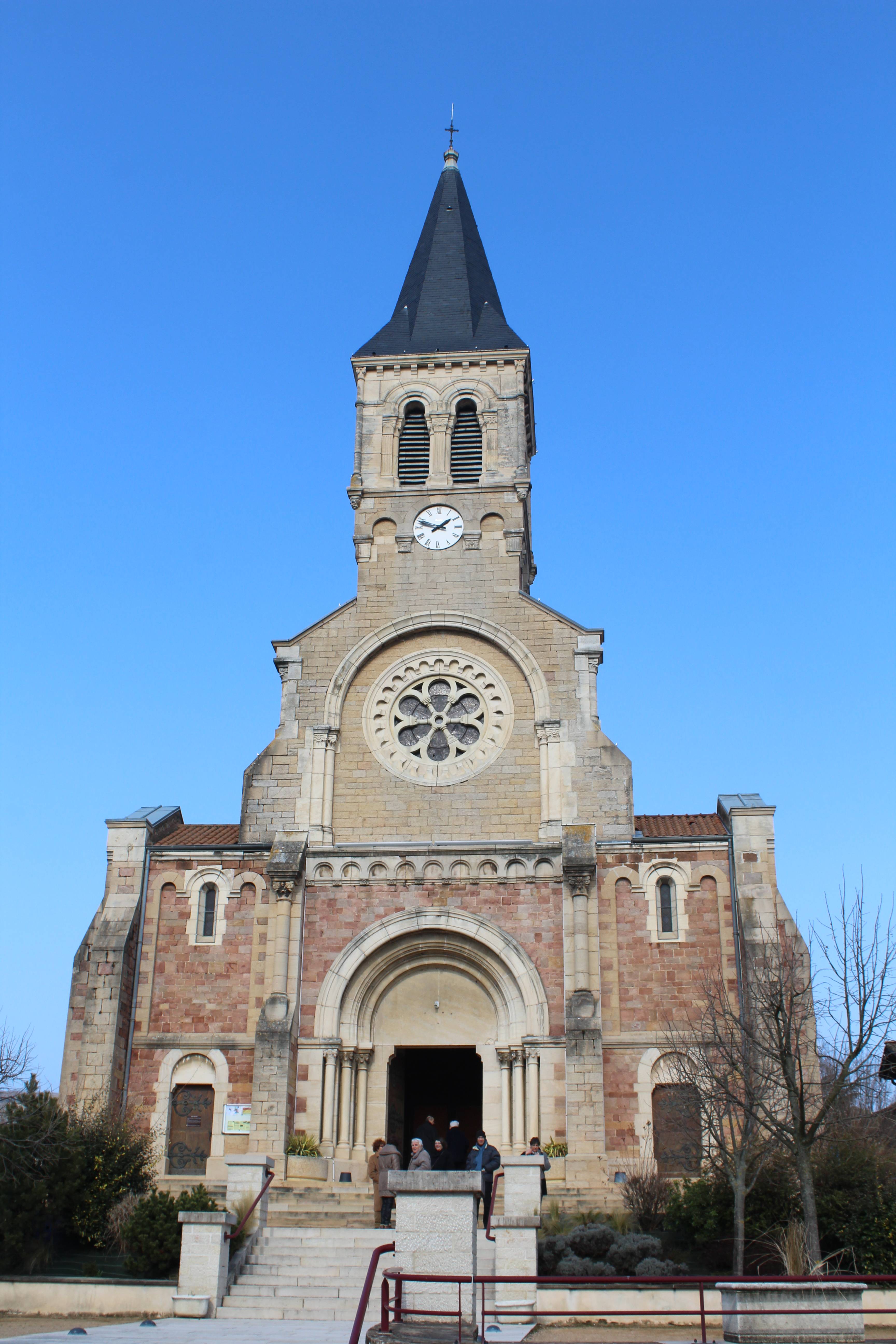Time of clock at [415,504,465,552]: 1:47
